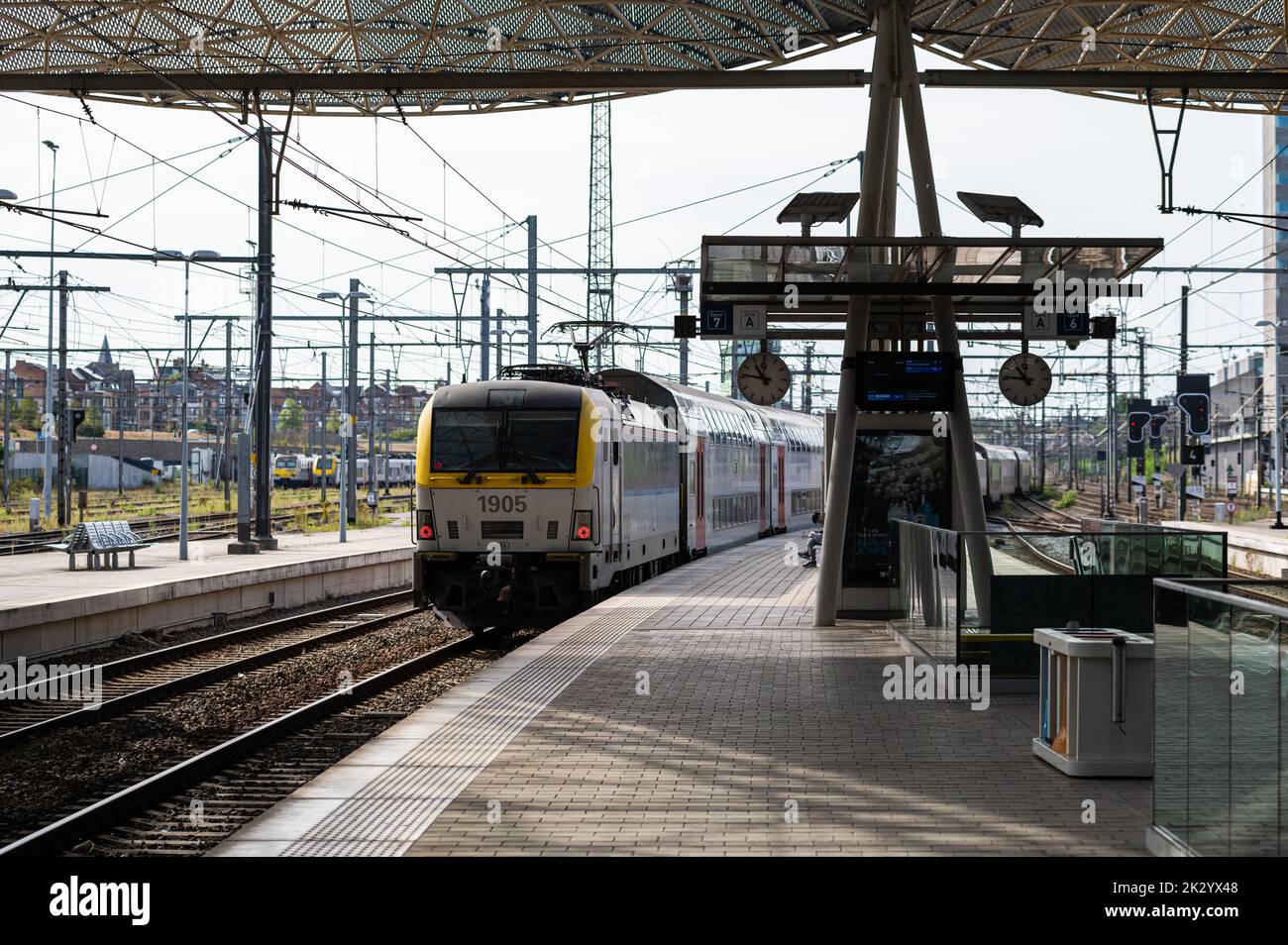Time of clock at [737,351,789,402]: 10:46
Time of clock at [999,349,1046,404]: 10:46
